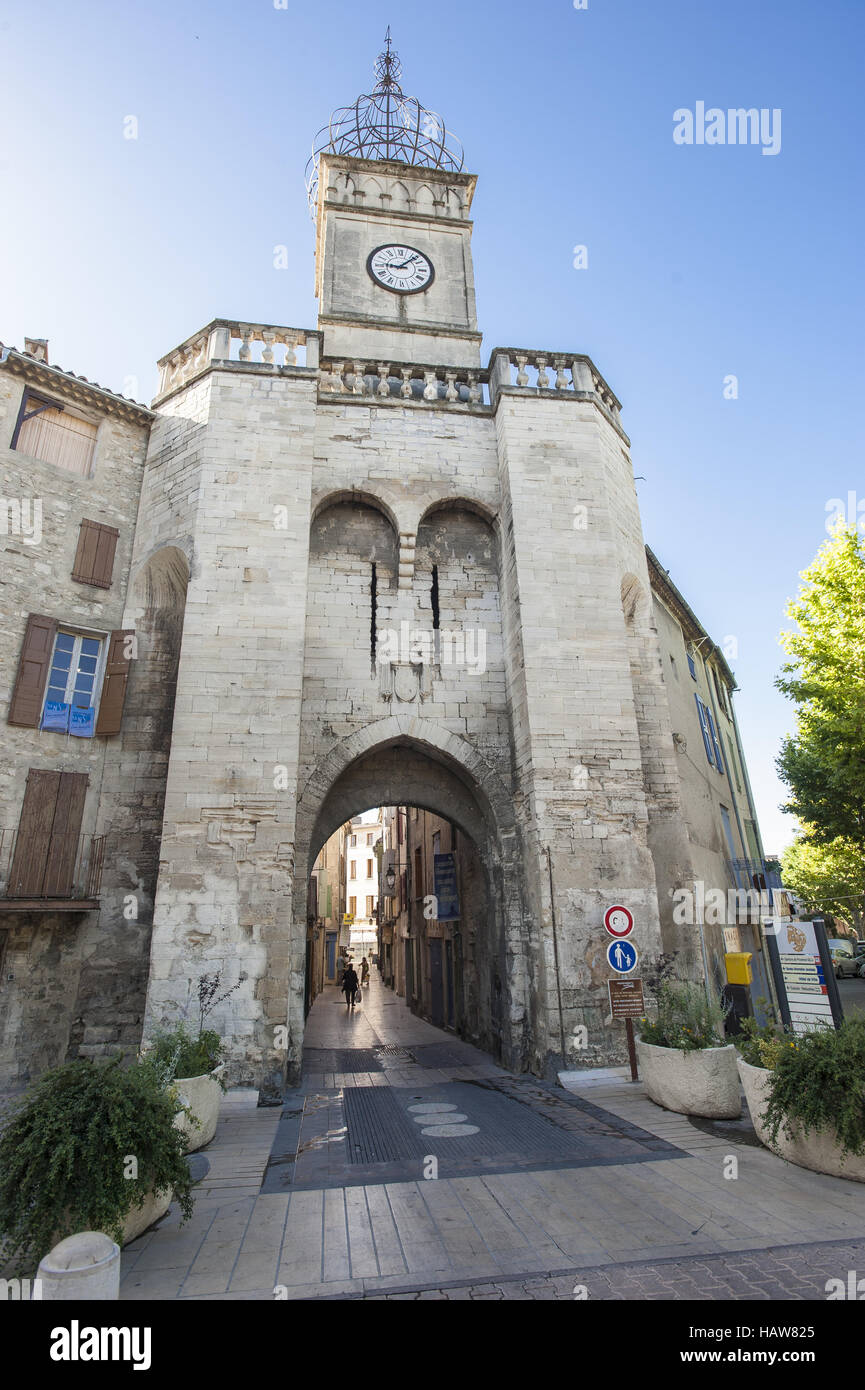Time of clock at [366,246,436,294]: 9:07
